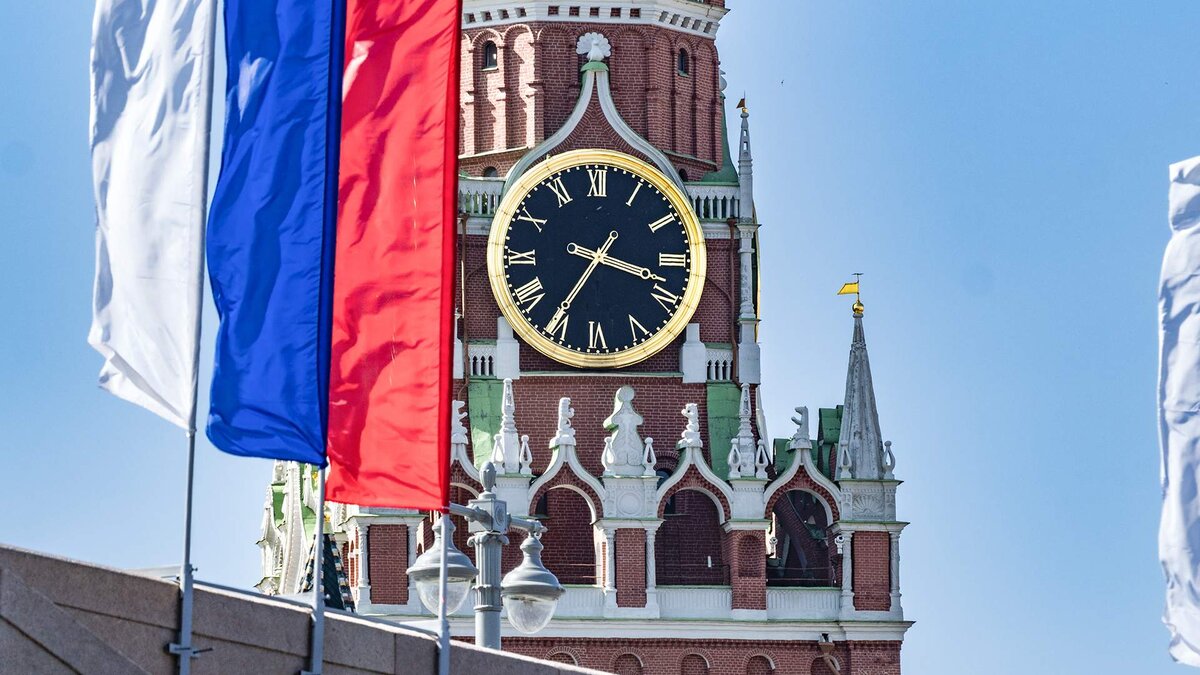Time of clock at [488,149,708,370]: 3:35
